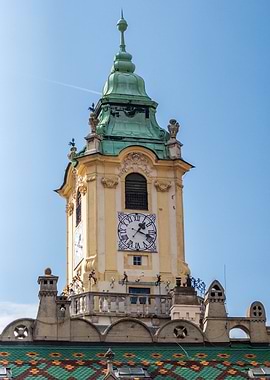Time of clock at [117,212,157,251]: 1:18
